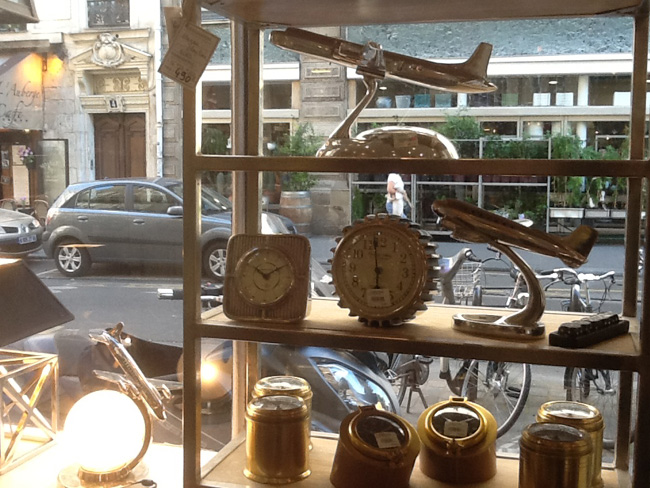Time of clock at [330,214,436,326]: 5:59
